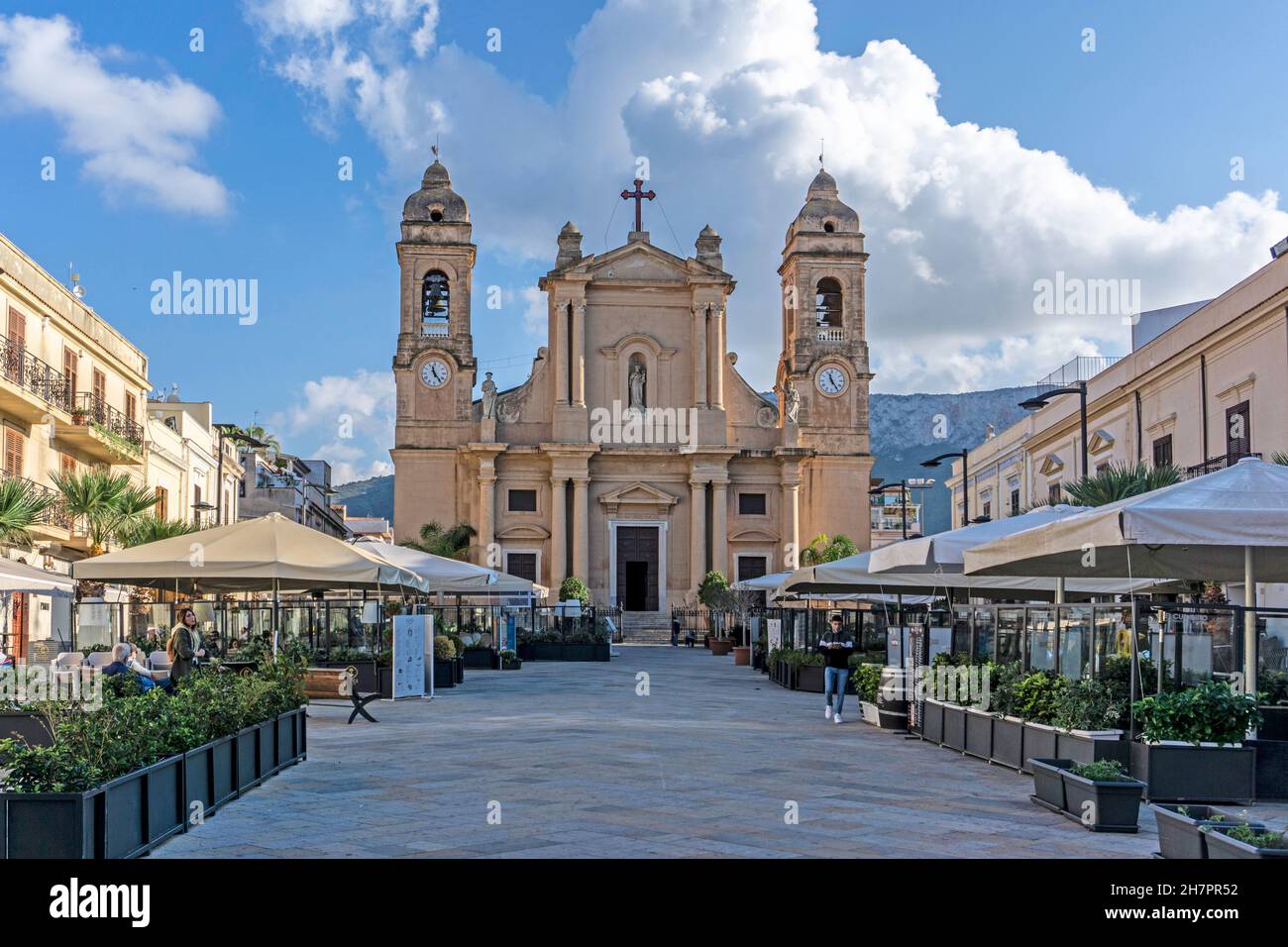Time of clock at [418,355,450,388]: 11:23
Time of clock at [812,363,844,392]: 11:24
